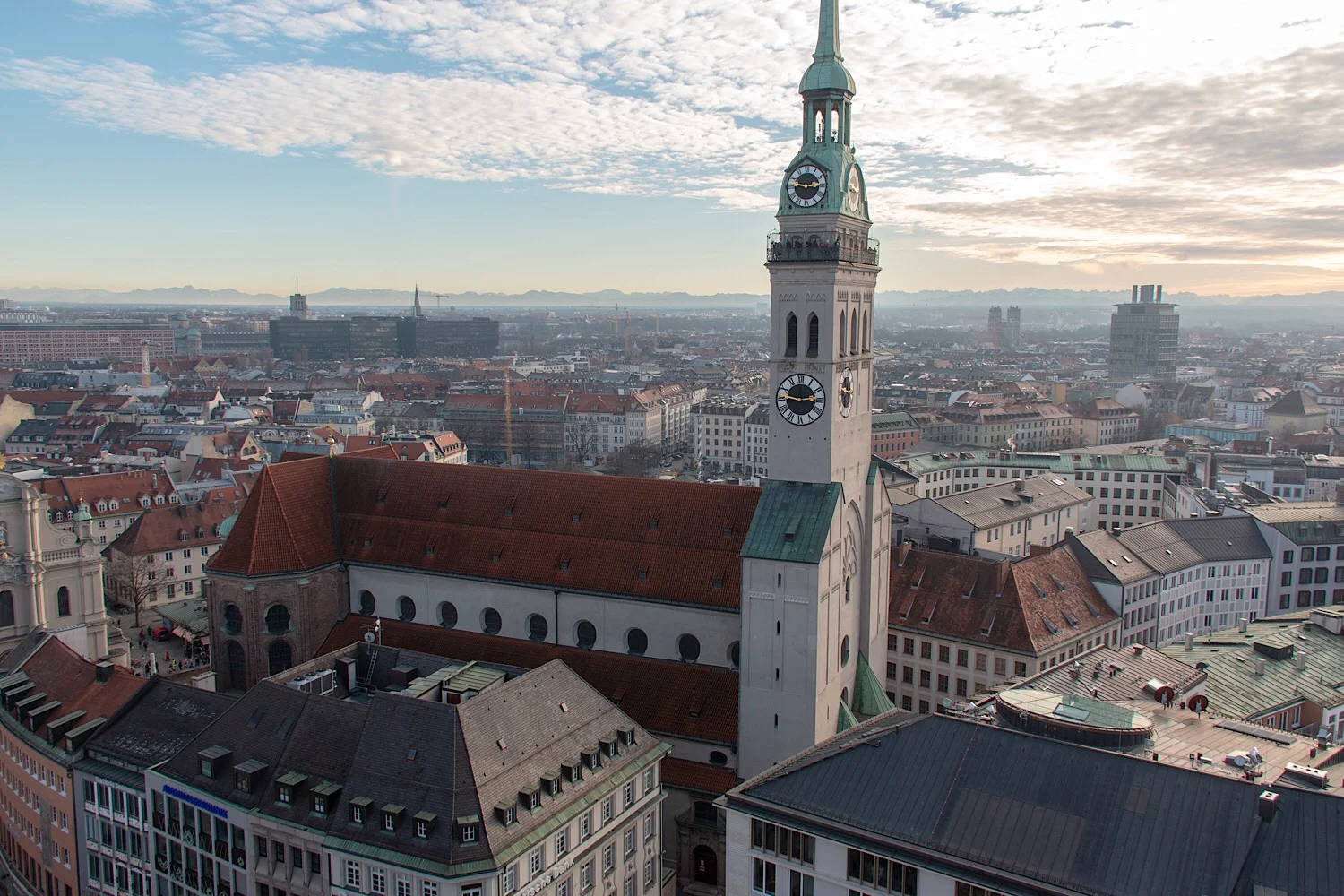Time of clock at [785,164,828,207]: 2:46
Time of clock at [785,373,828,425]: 2:46
